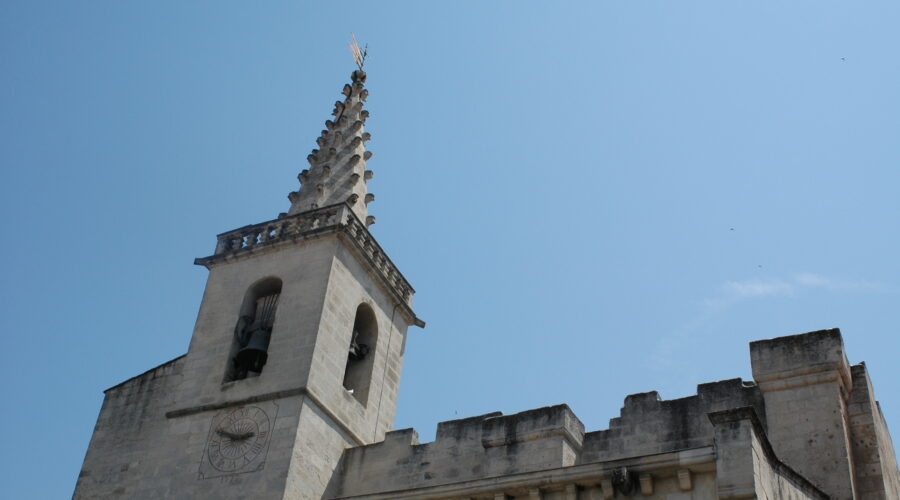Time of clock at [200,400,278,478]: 2:49
